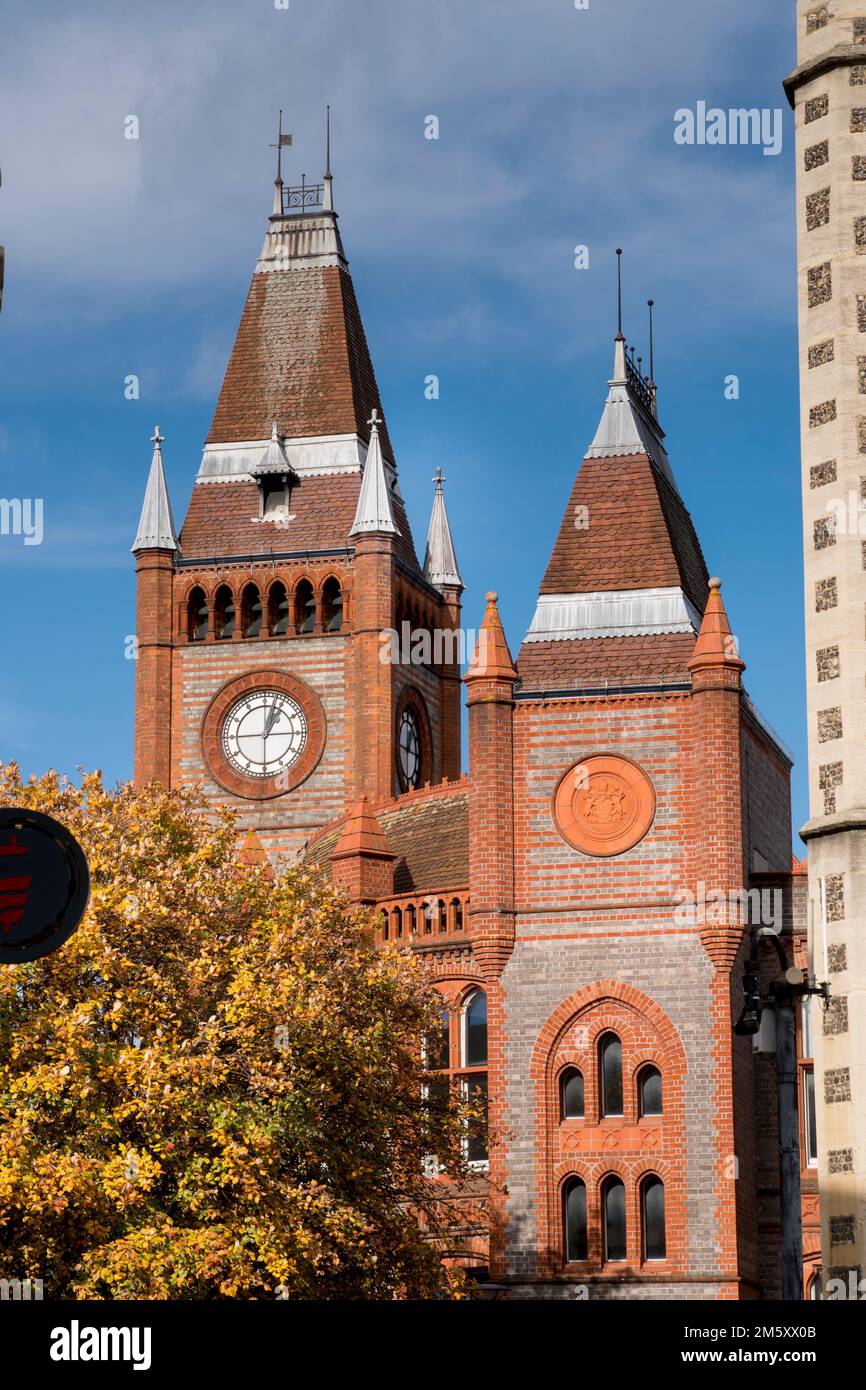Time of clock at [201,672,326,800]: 1:02
